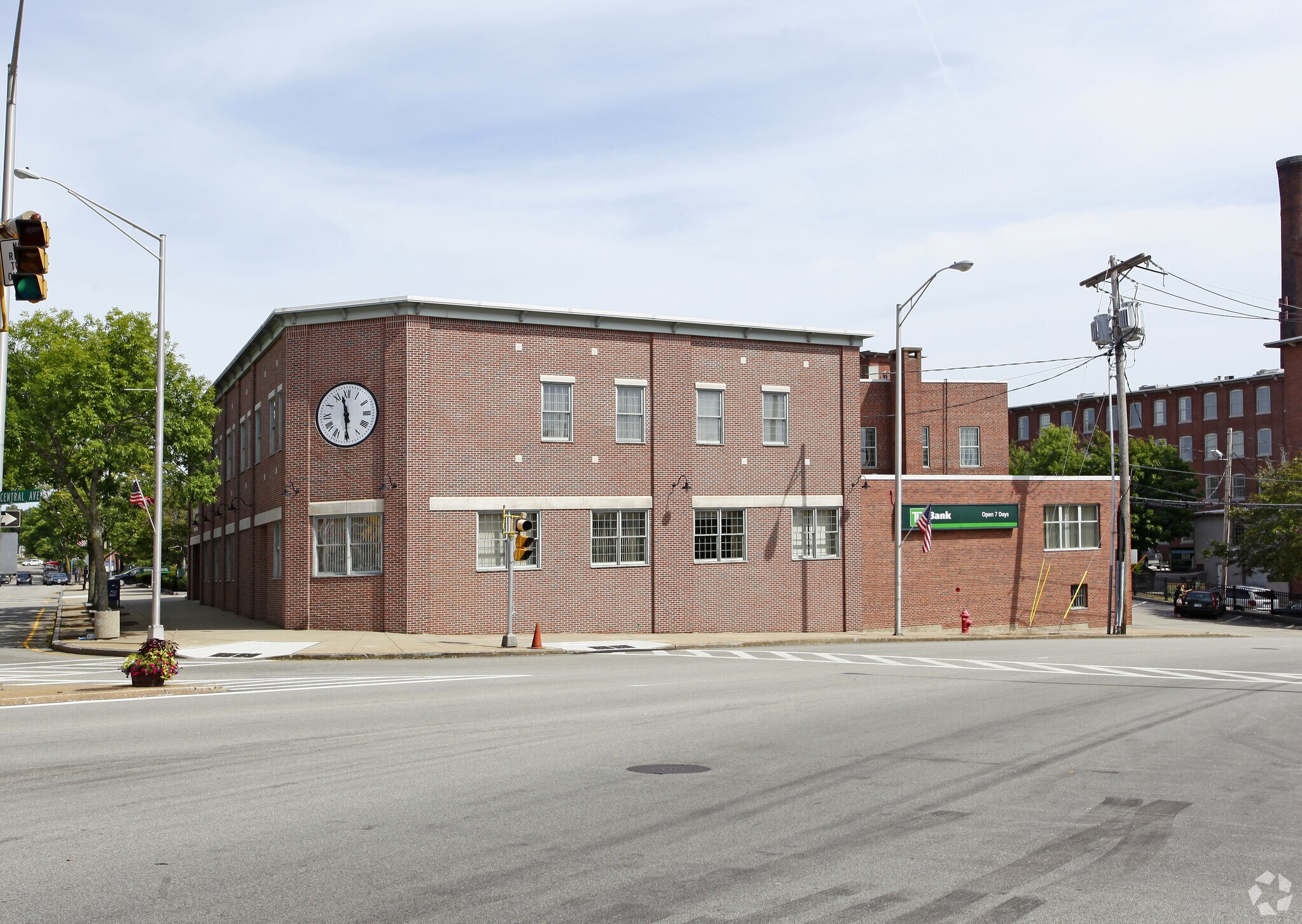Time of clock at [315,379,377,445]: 11:29
